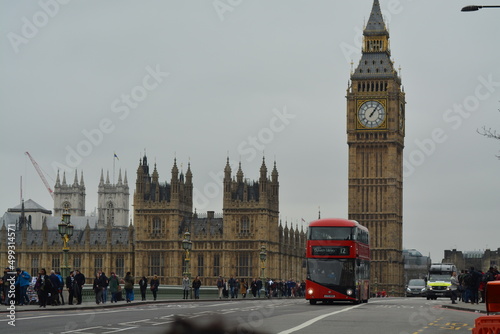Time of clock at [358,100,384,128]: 1:06
